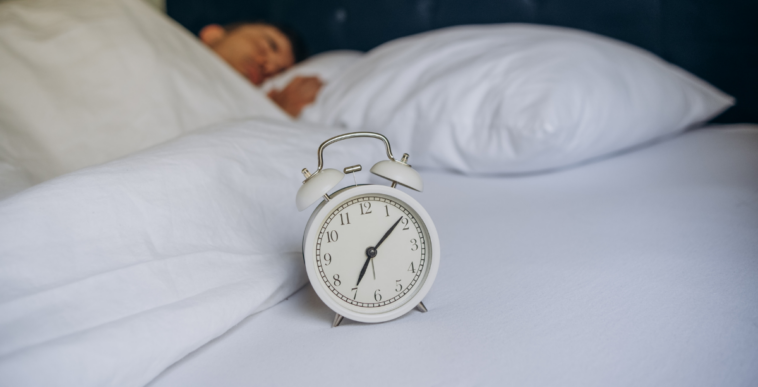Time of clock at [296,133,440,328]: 7:08
